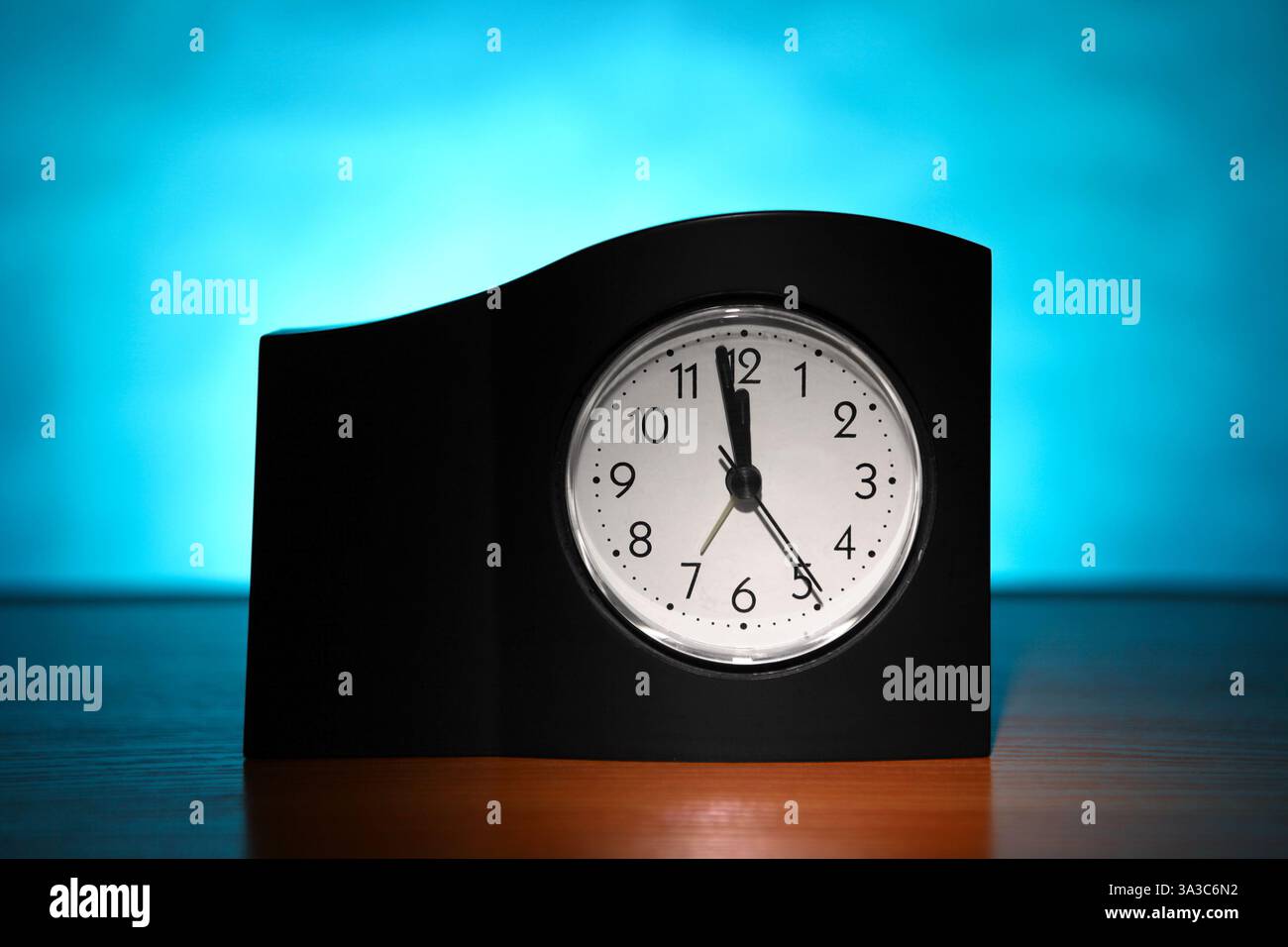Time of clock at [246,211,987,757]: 11:58
